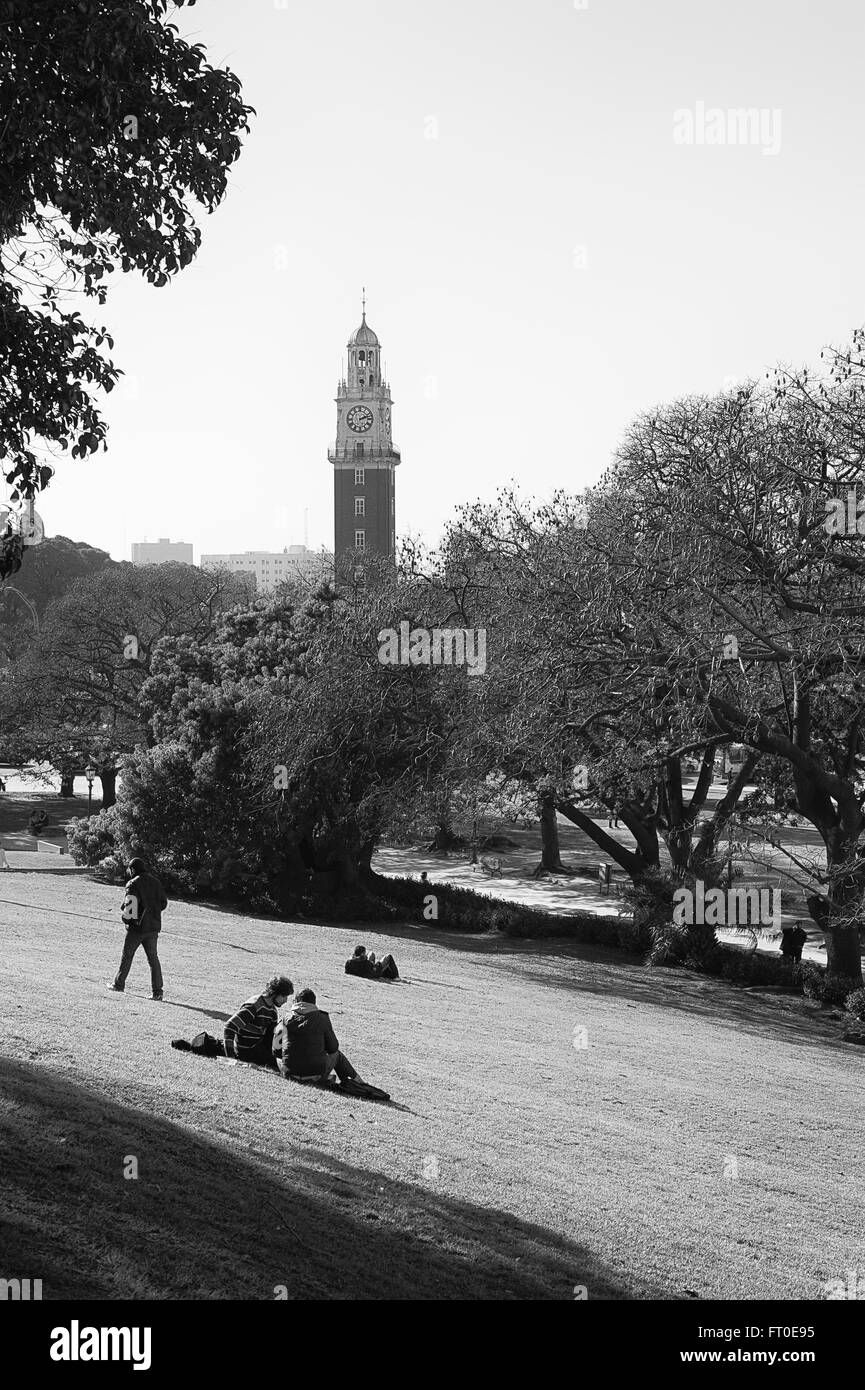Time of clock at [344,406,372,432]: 2:12
